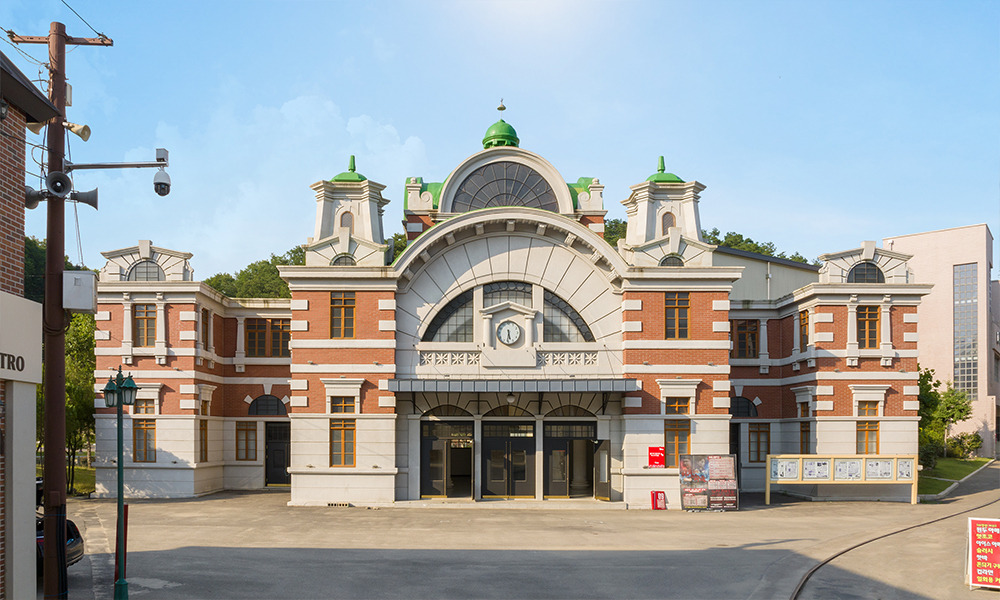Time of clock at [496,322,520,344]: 5:31
